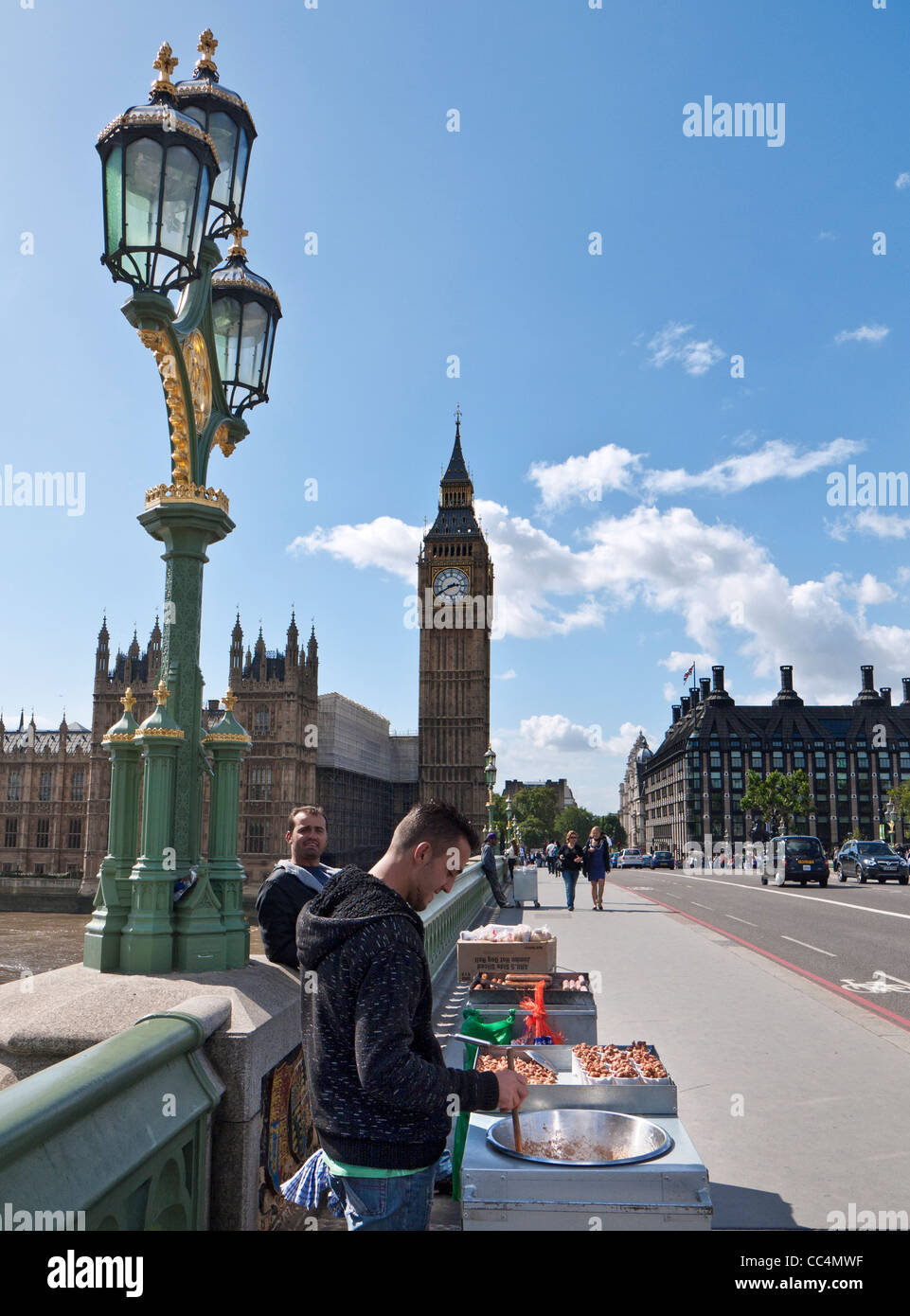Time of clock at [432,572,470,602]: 2:40
